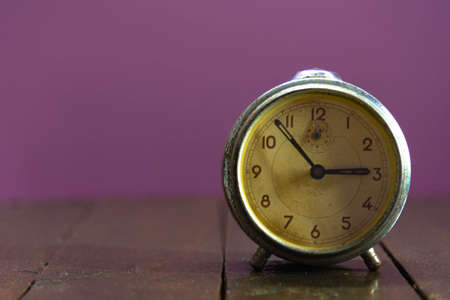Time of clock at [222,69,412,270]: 2:53
